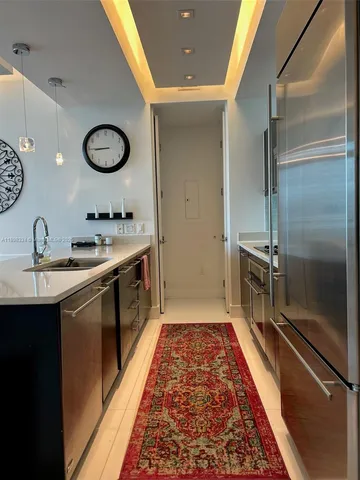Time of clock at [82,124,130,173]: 8:44
